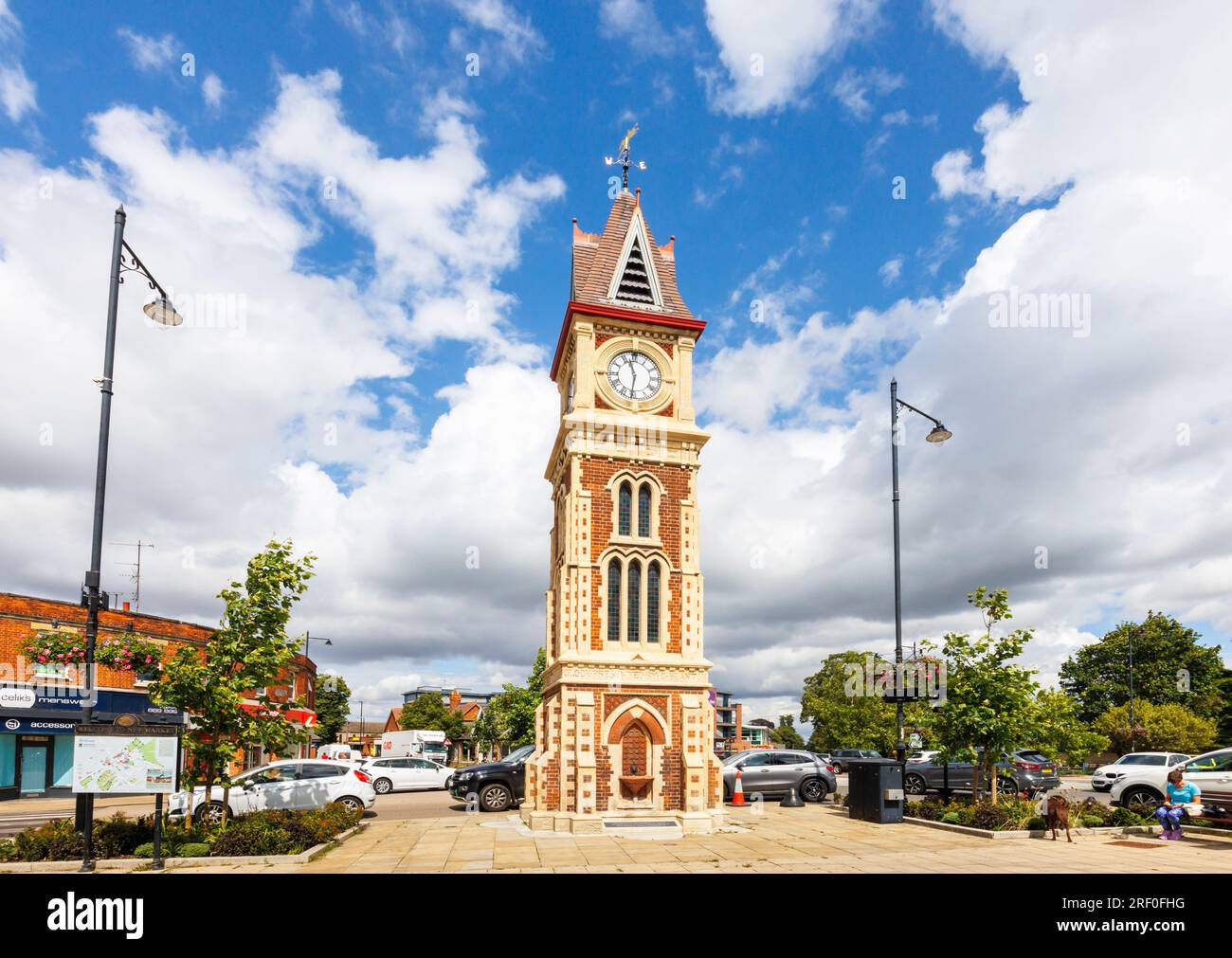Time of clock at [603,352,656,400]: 11:31
